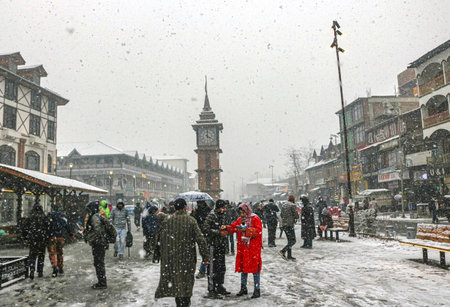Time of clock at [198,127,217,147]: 4:00
